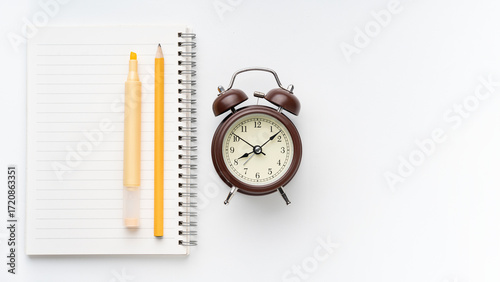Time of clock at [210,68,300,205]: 8:08
